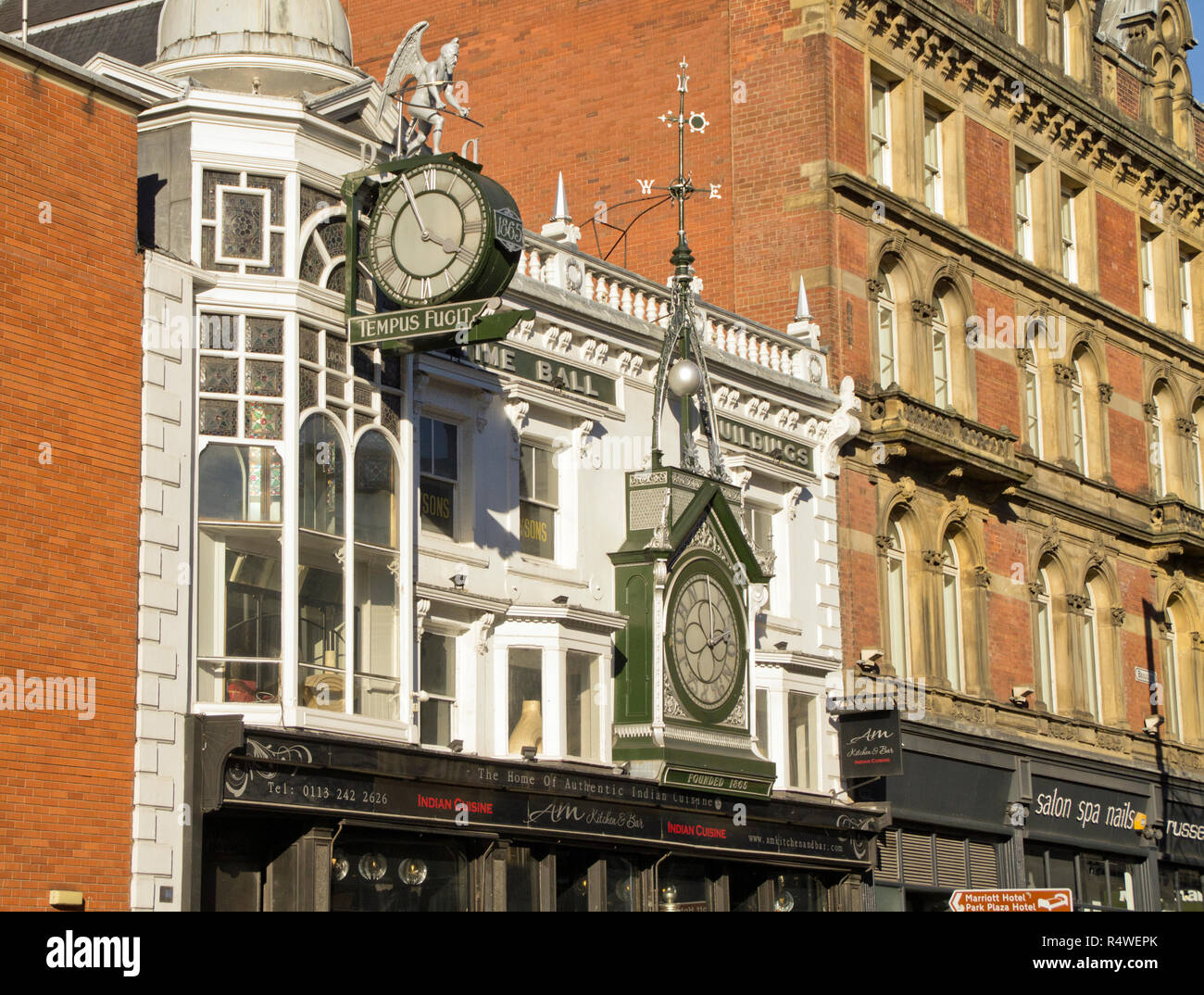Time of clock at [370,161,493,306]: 3:55
